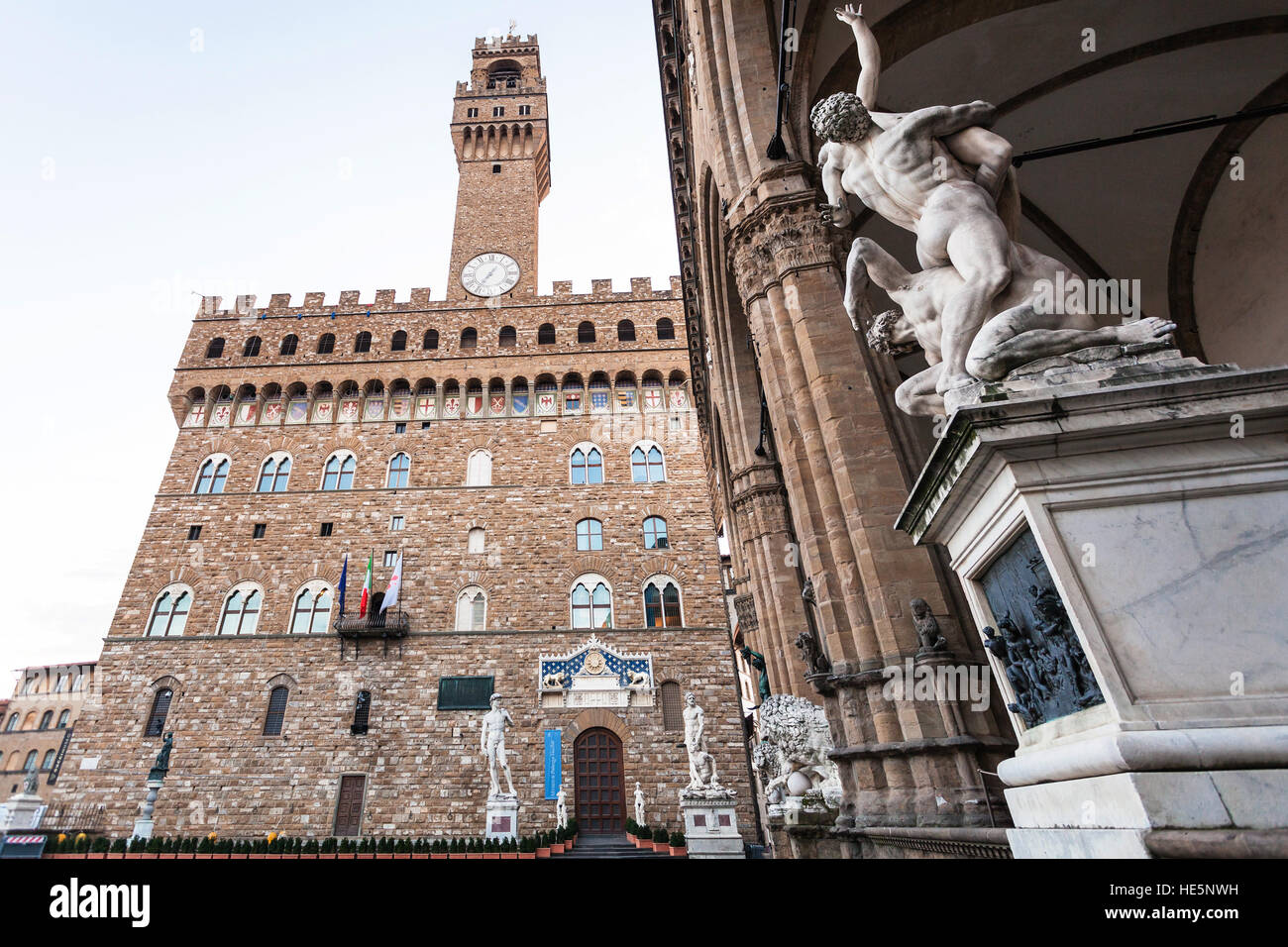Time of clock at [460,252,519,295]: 7:05
